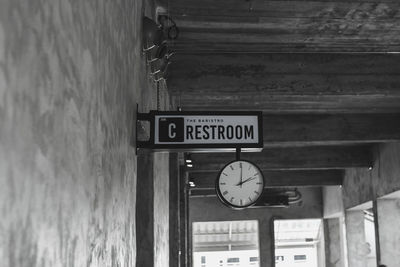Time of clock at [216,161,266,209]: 2:00
